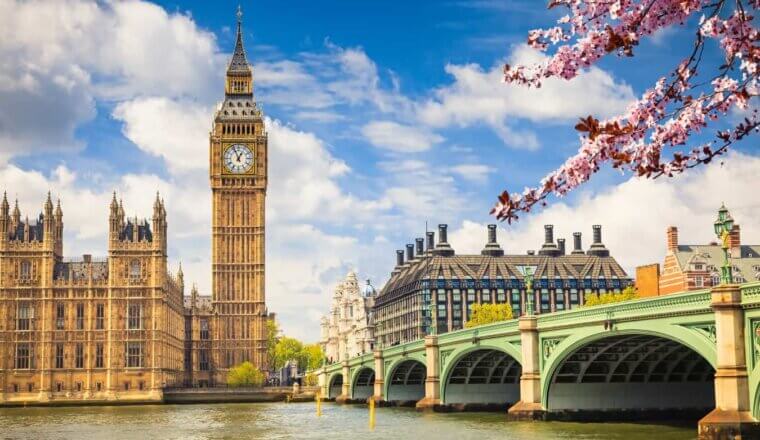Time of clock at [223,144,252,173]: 12:56
